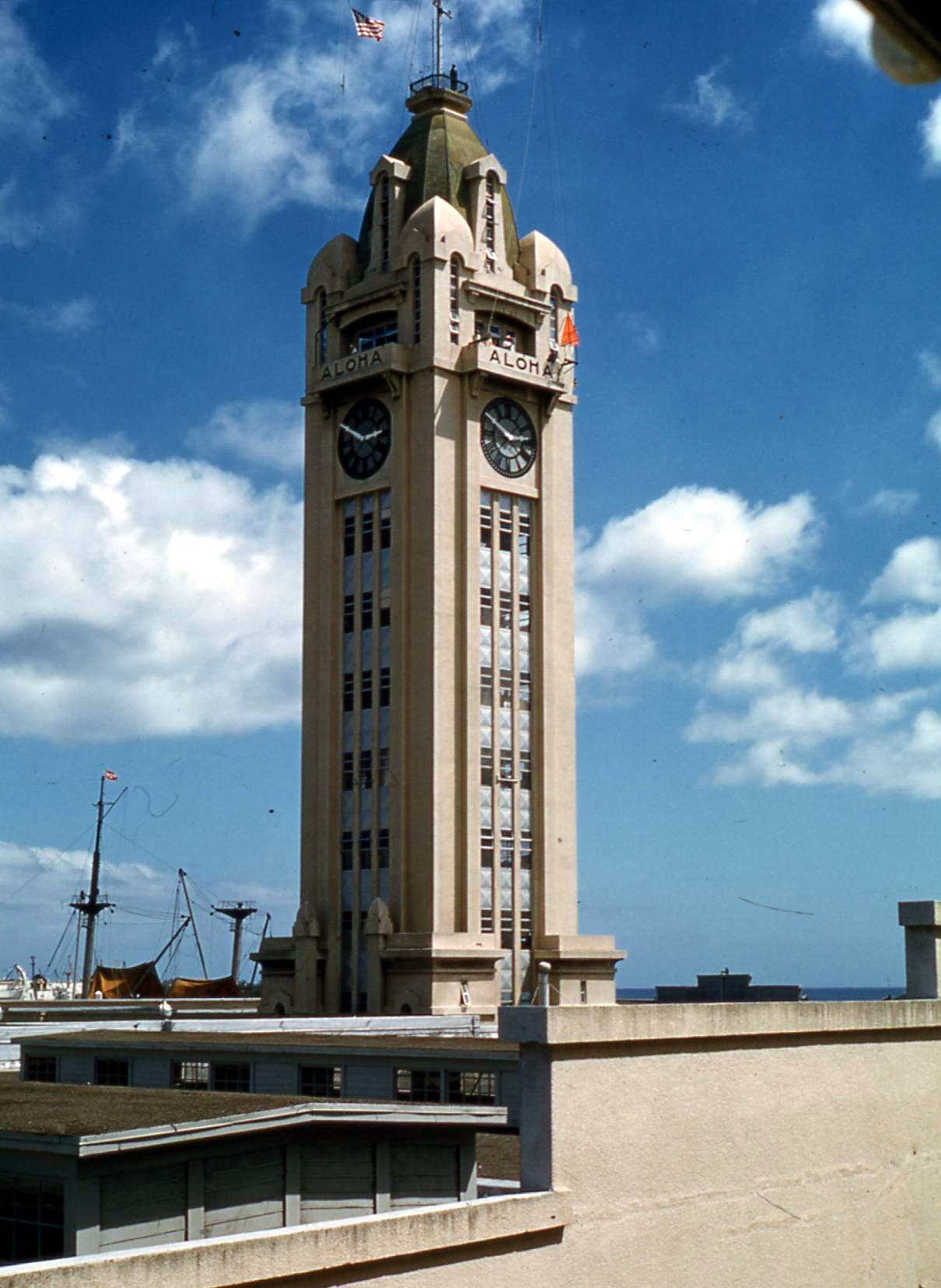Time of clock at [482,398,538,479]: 2:49
